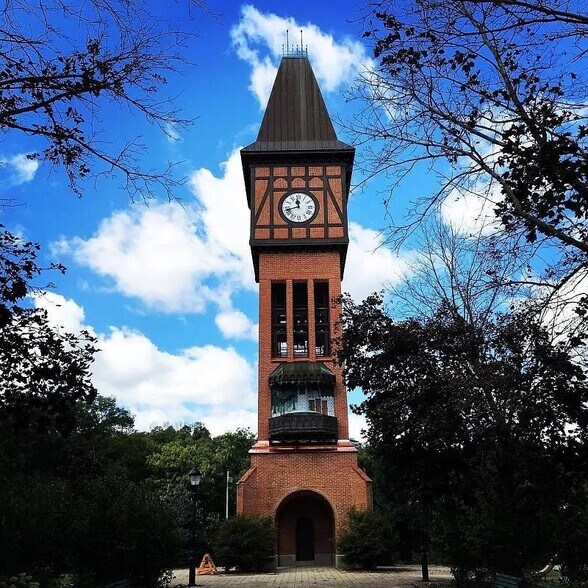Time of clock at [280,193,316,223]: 11:42
